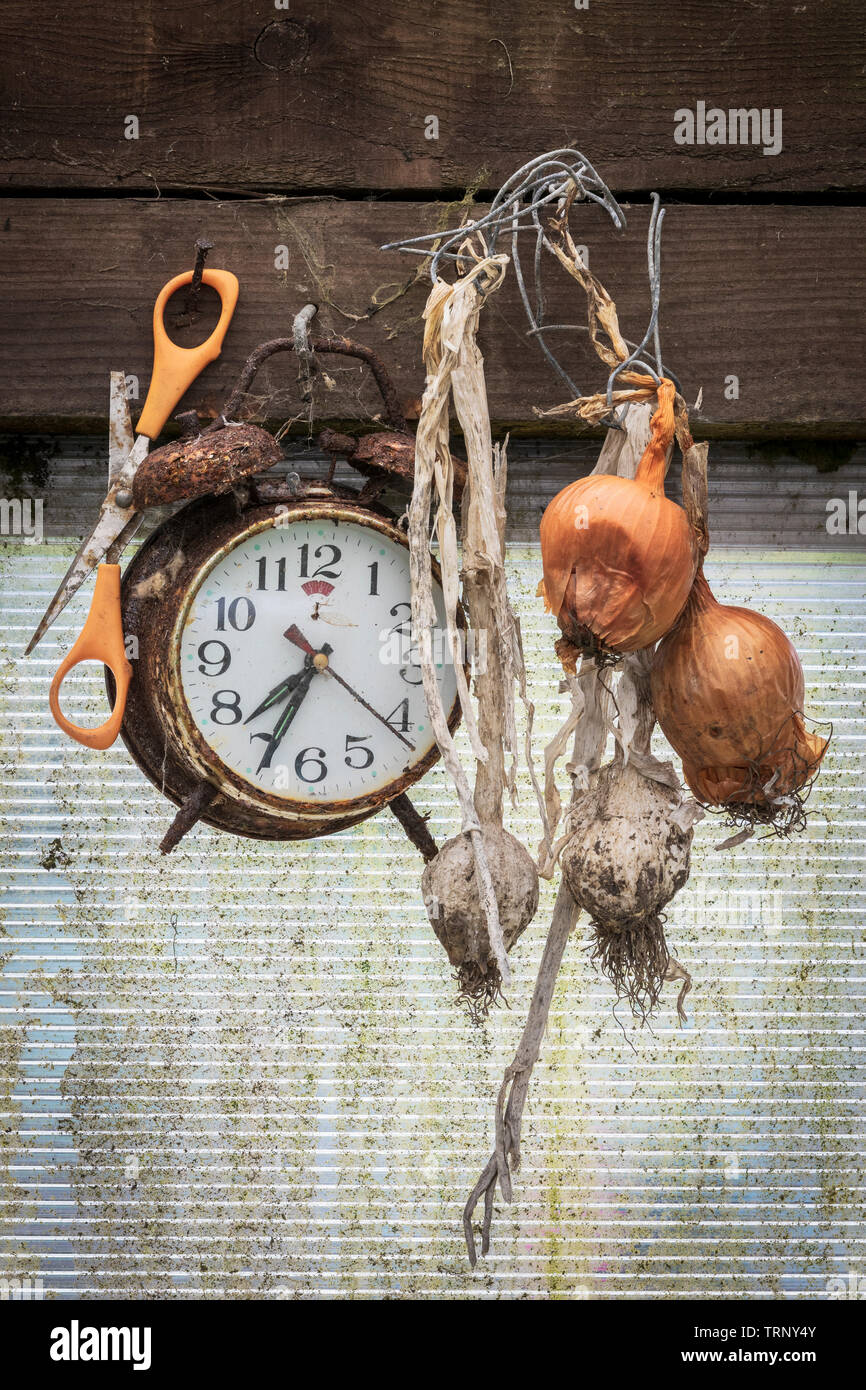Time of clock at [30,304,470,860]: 7:34
